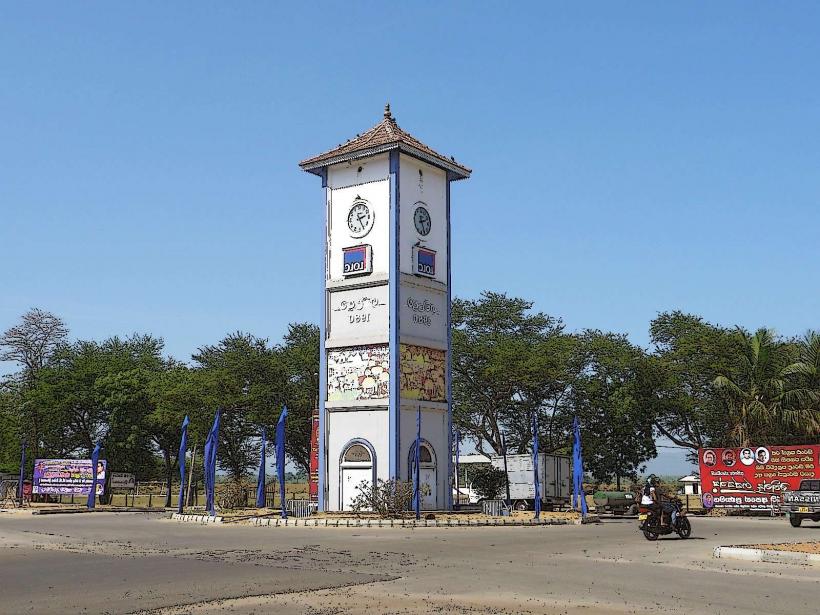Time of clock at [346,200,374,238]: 2:24
